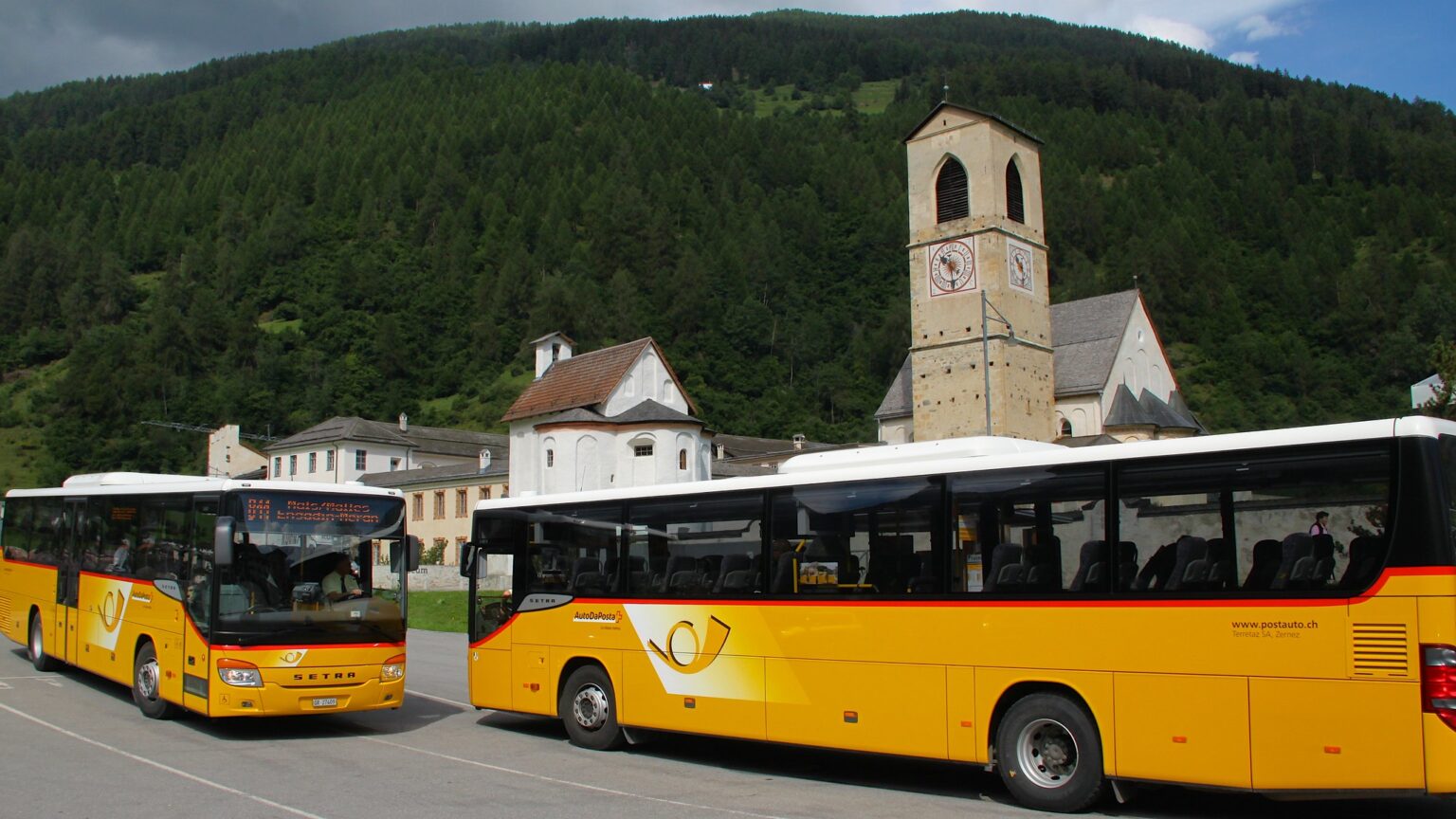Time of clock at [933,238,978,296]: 10:28
